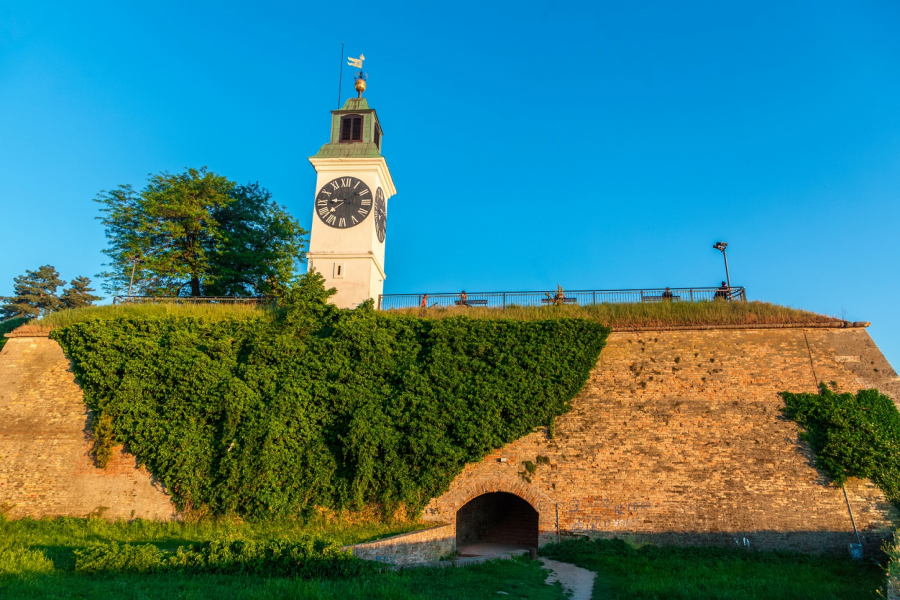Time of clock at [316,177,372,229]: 8:38
